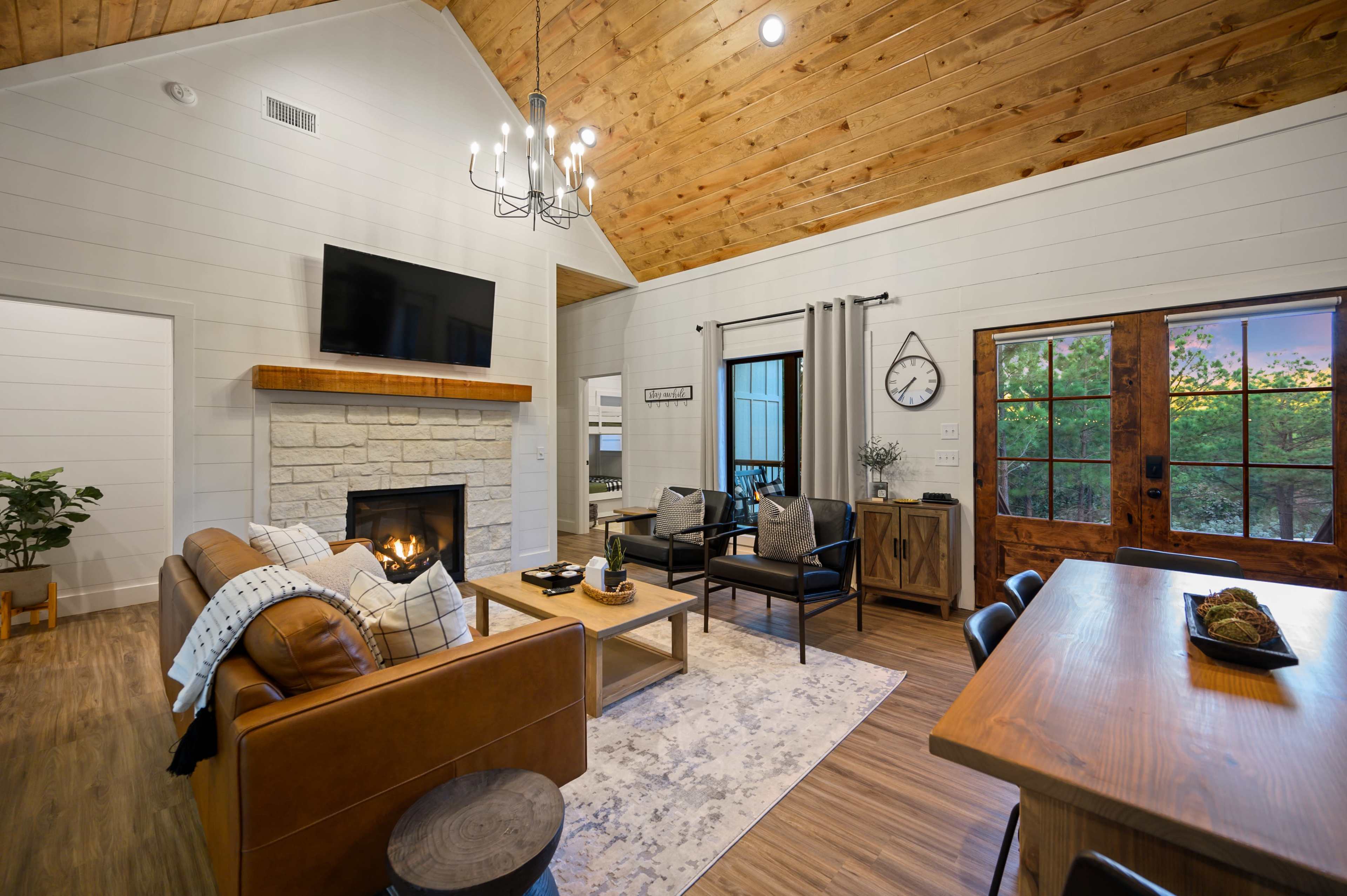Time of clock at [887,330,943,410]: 7:35
